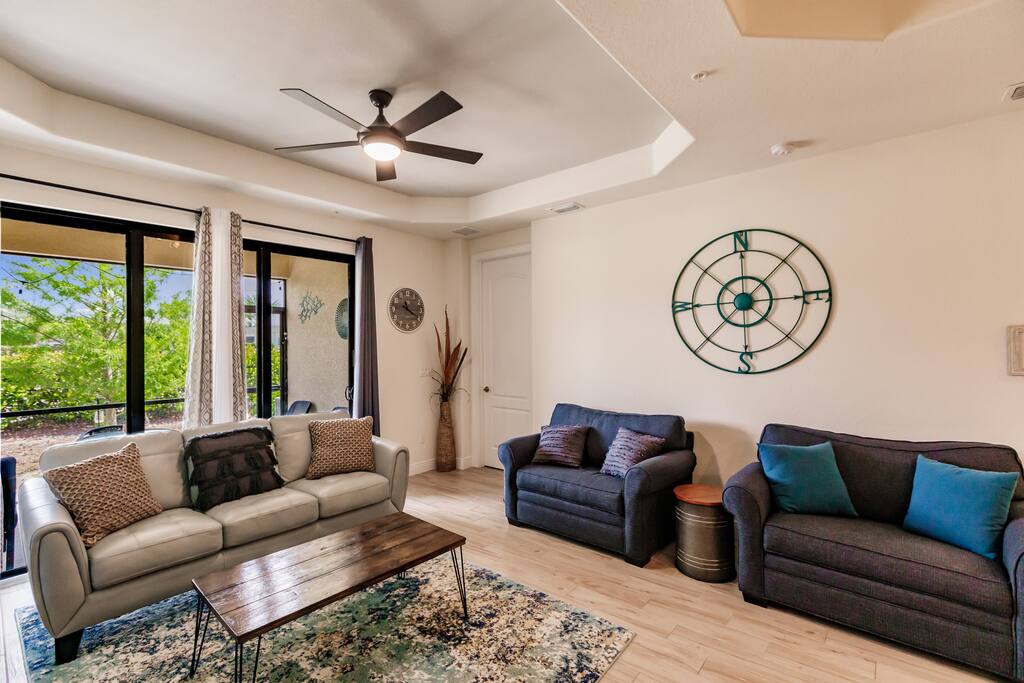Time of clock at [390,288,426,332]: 11:20
